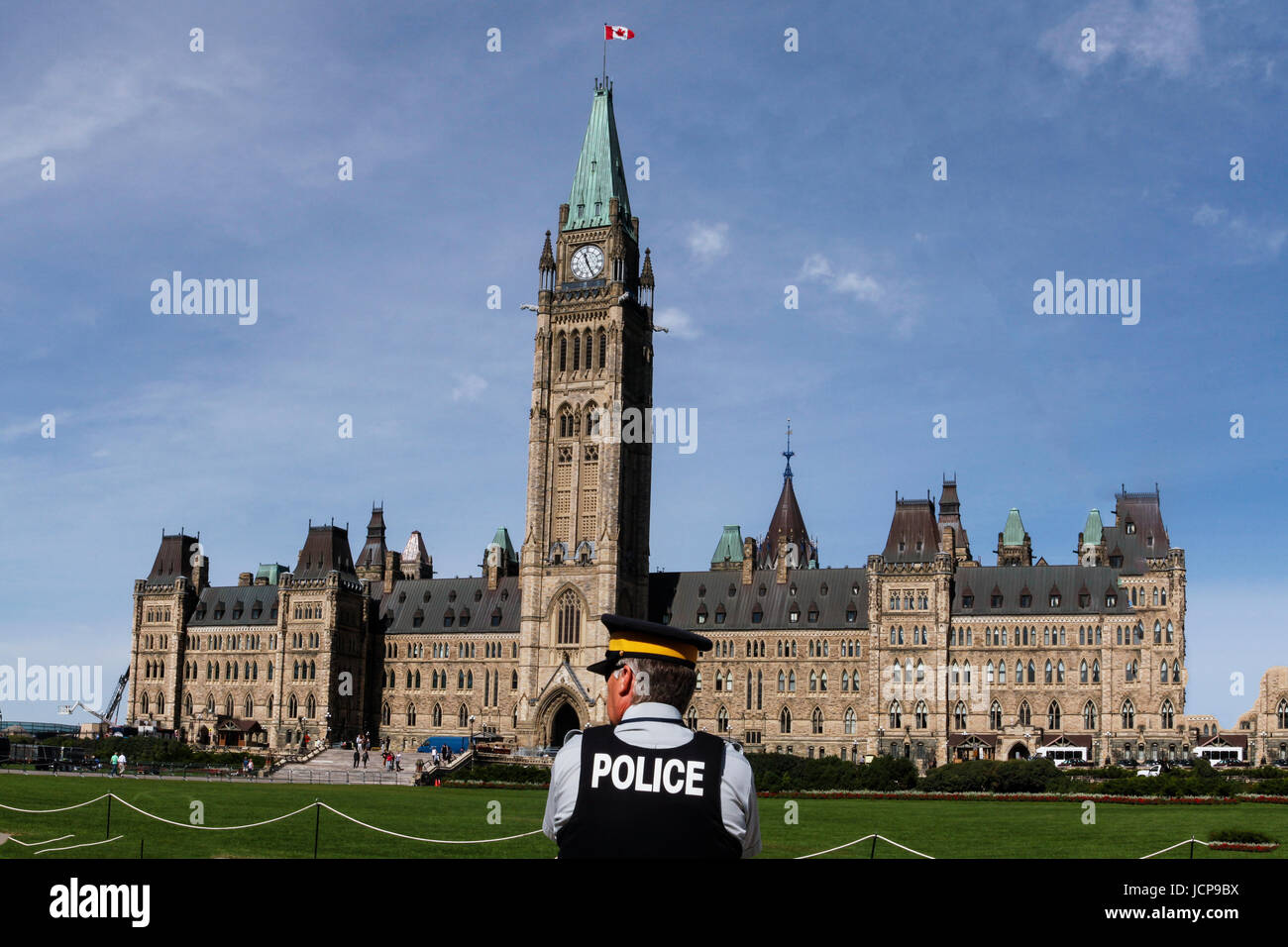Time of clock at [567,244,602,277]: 11:25
